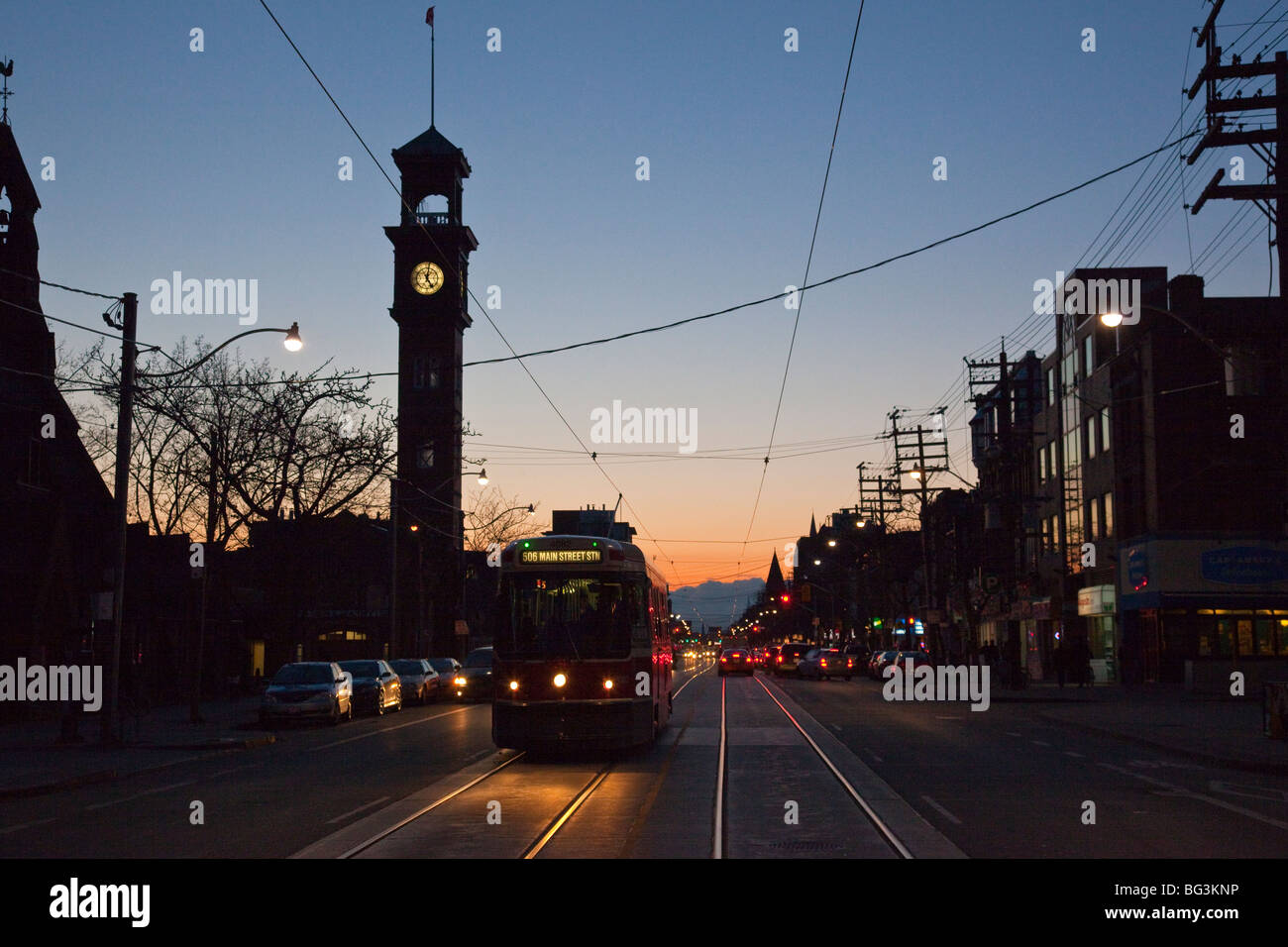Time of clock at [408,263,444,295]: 5:01
